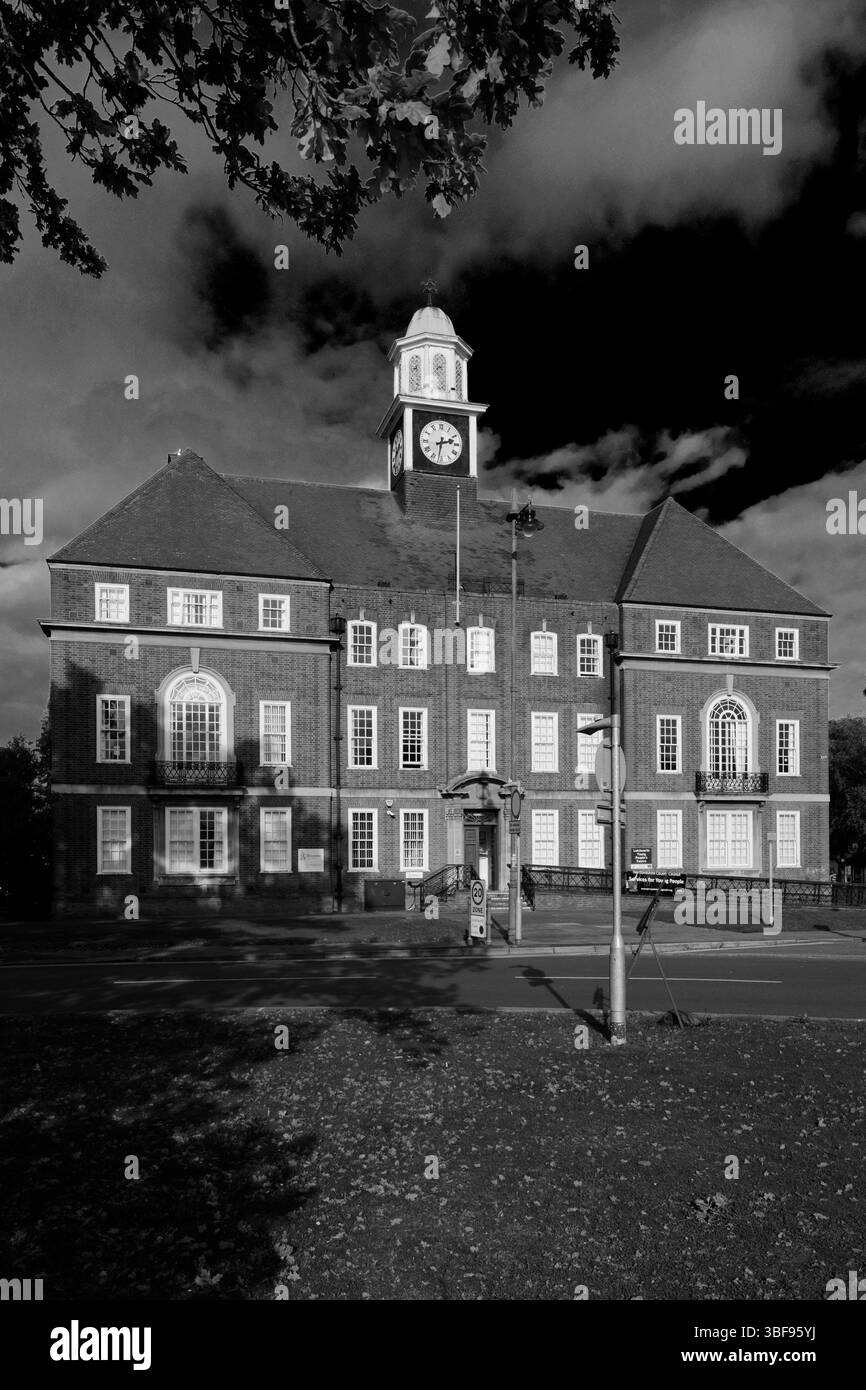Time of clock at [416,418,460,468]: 2:31
